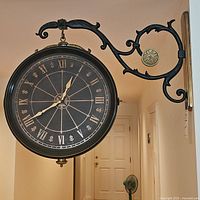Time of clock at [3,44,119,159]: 12:40
